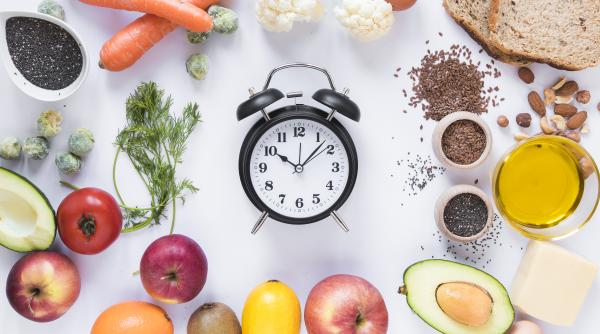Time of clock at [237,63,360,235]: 10:07
